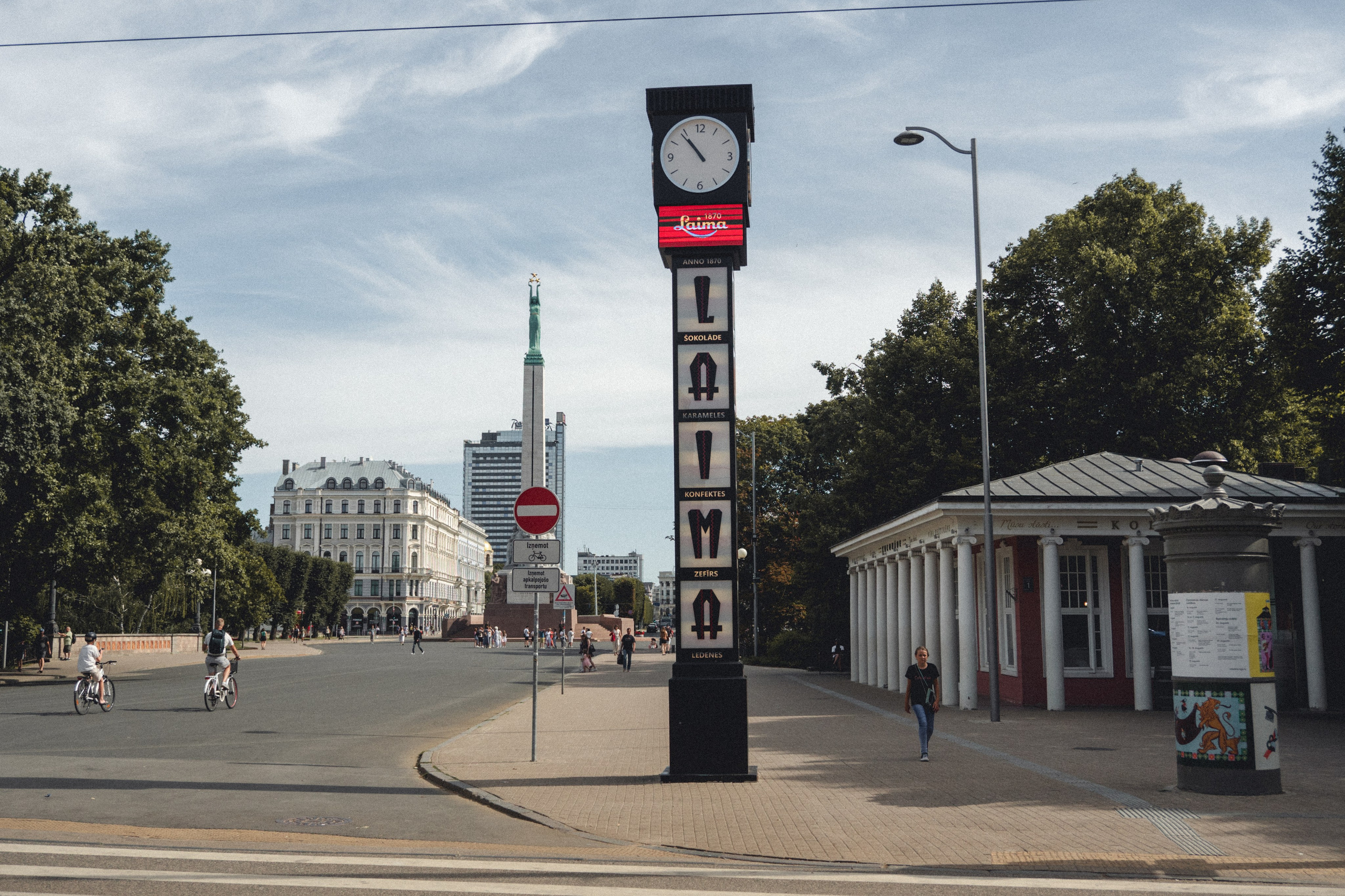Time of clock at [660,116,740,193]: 10:53
